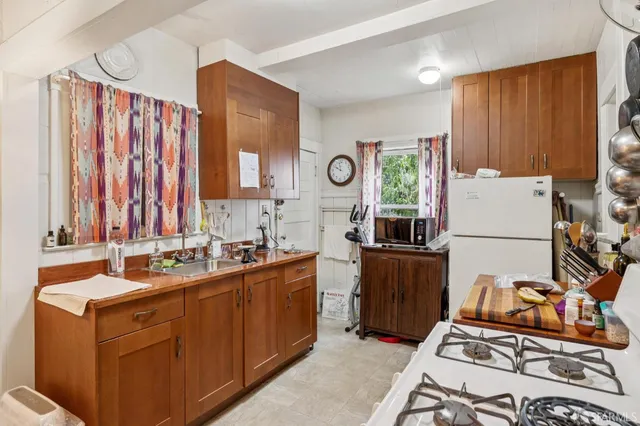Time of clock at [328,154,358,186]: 9:57
